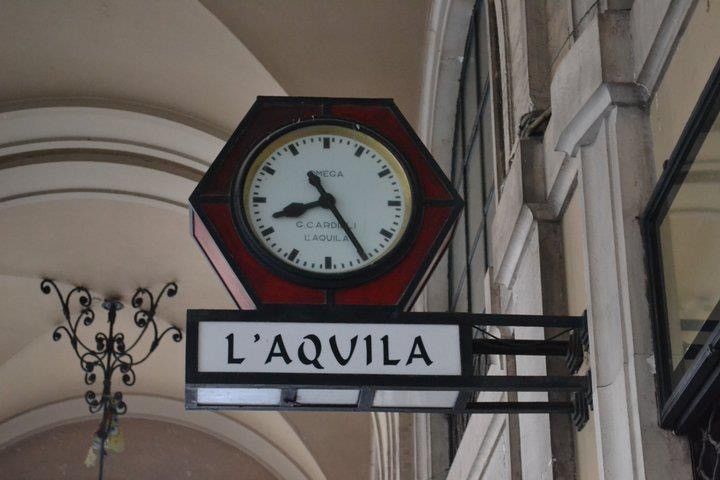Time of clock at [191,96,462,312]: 8:24
